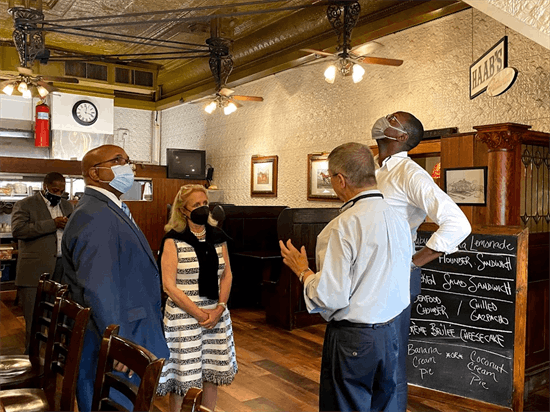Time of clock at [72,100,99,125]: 12:18
